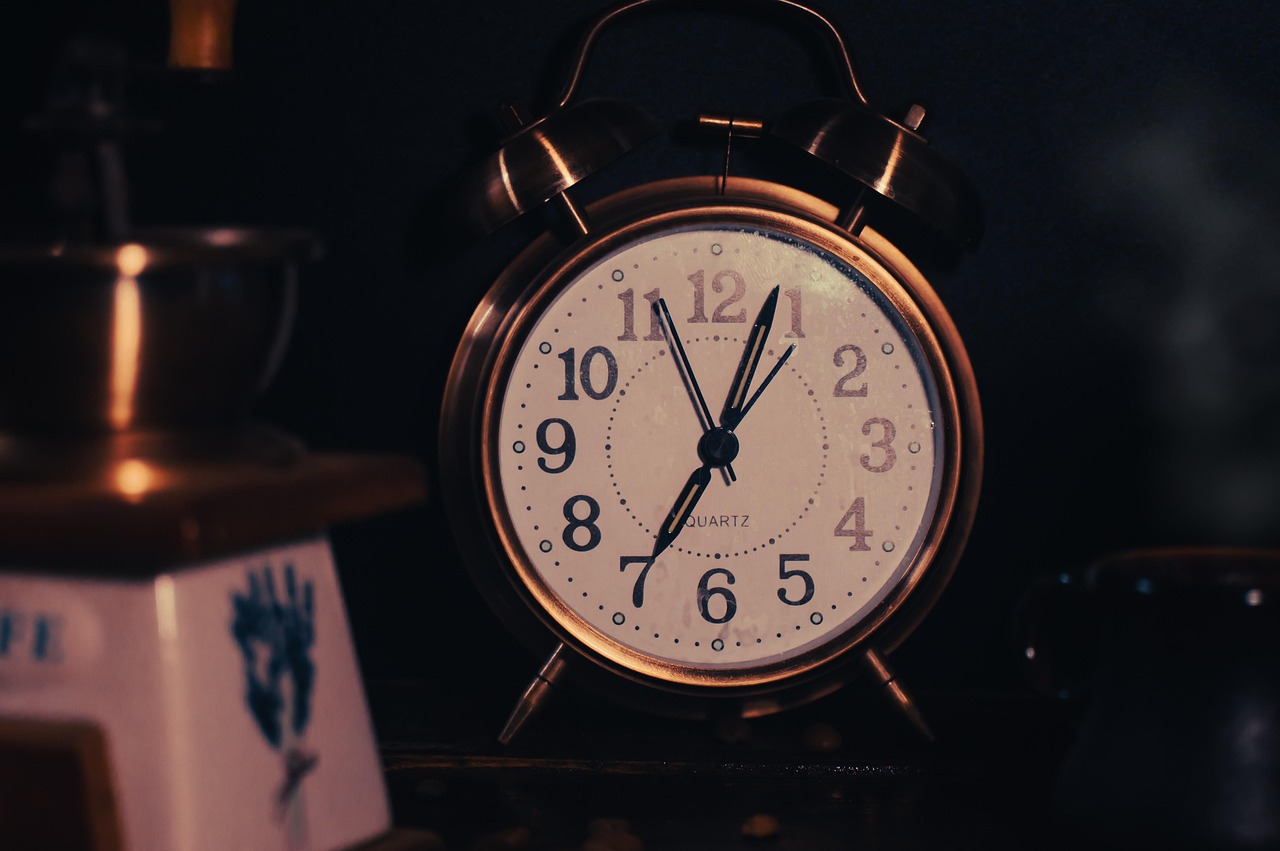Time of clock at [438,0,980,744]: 7:03
